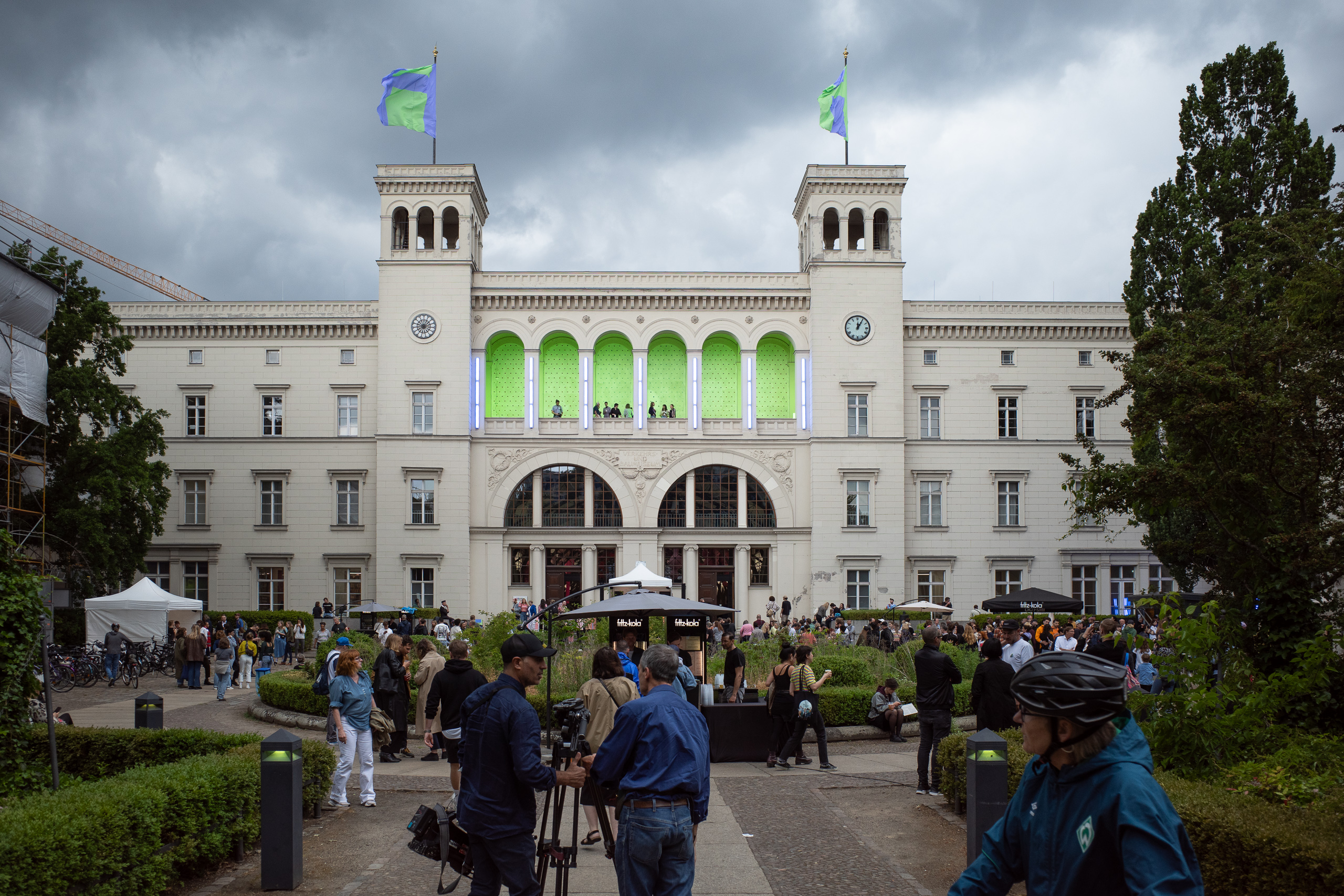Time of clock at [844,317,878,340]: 12:05
